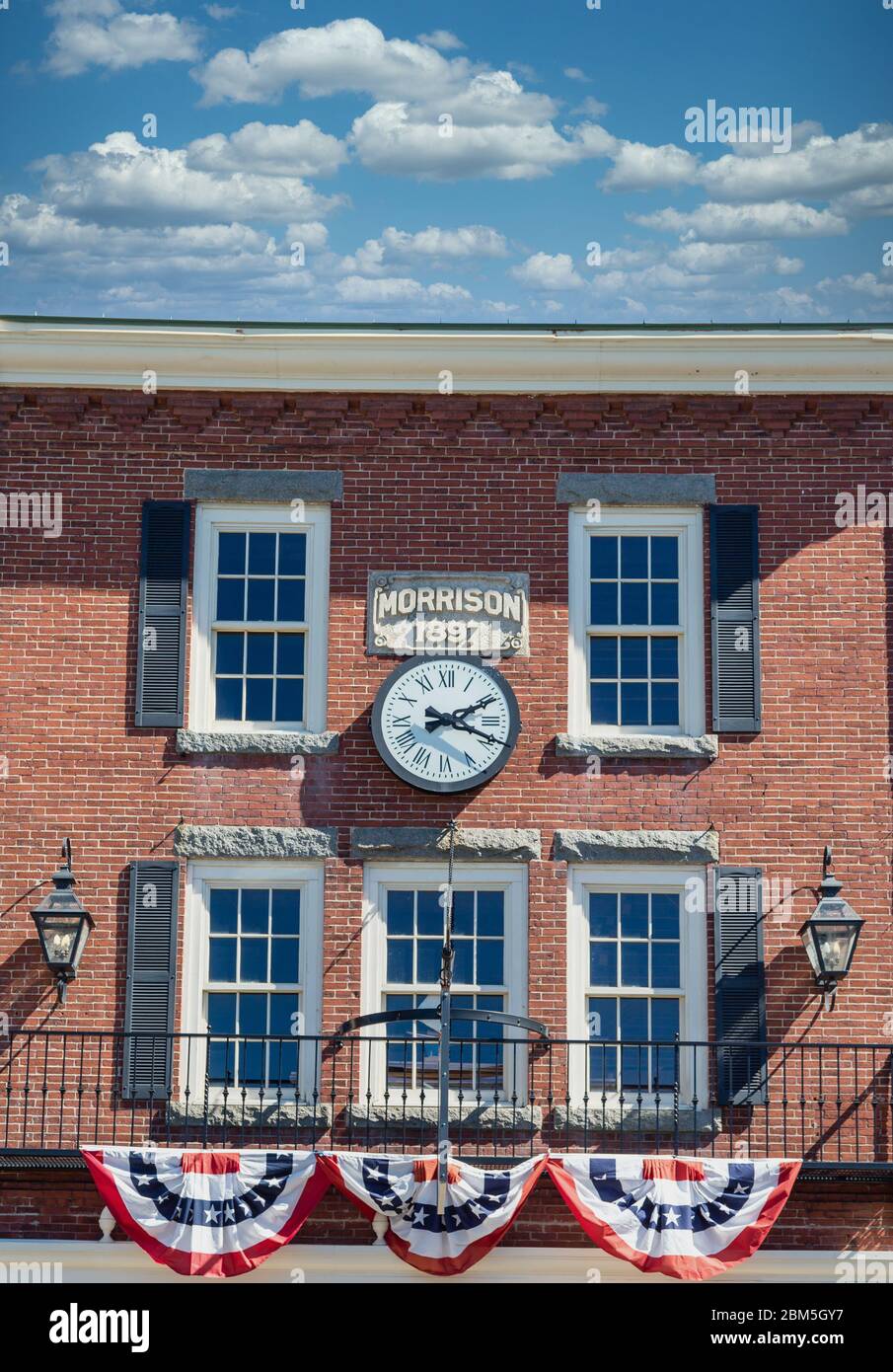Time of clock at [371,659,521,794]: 2:18
